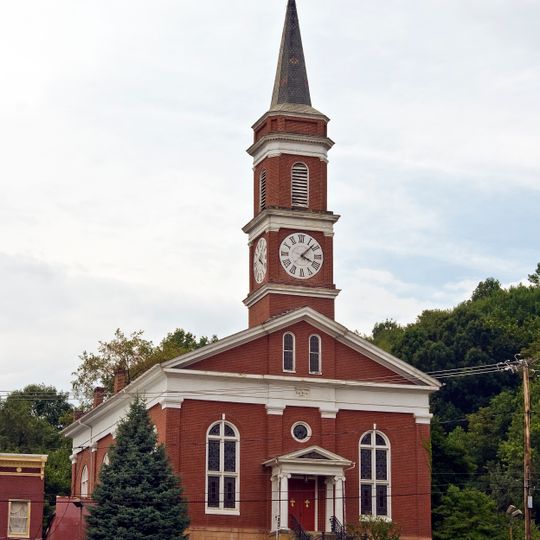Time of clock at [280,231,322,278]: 4:07
